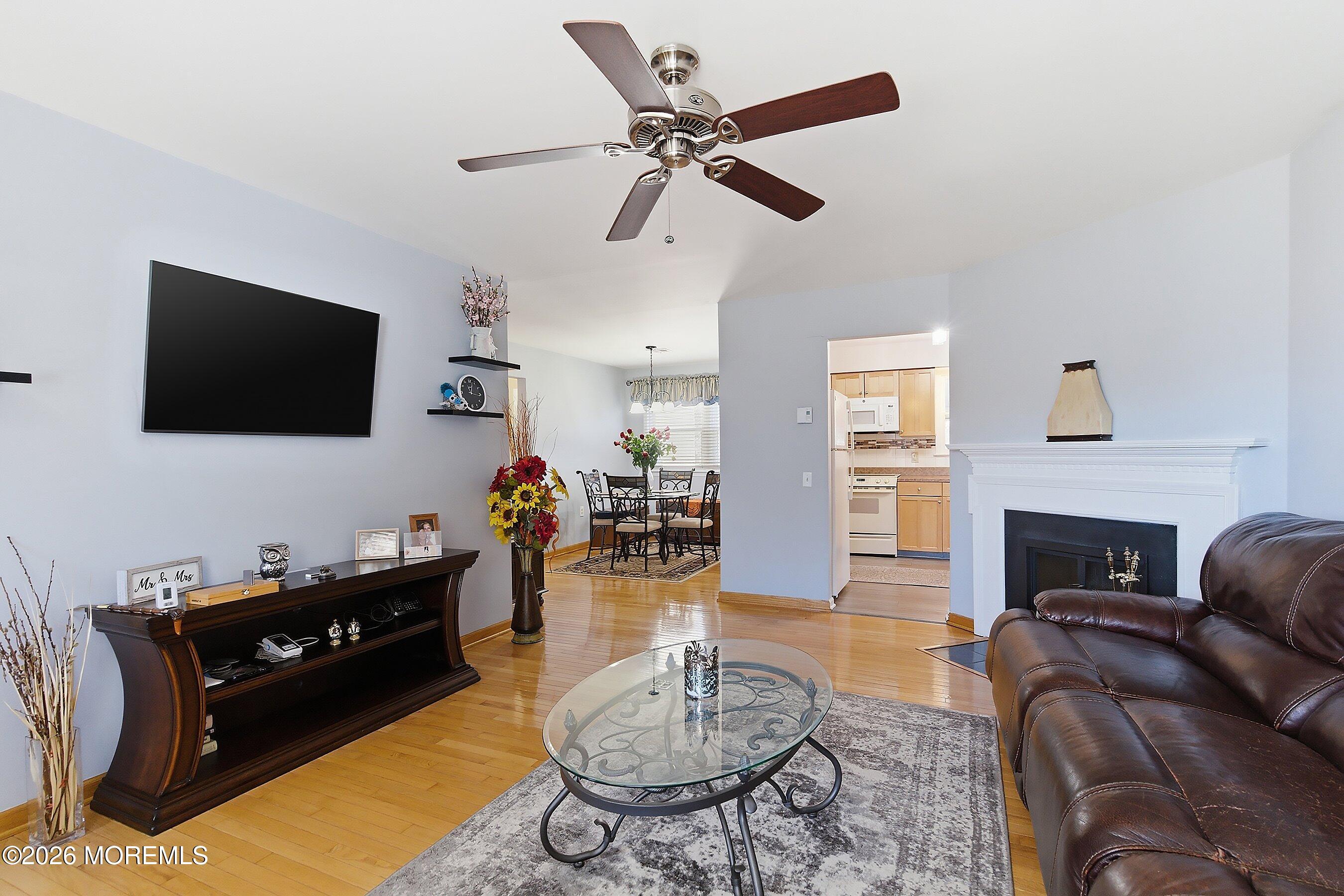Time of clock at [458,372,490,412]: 11:16
